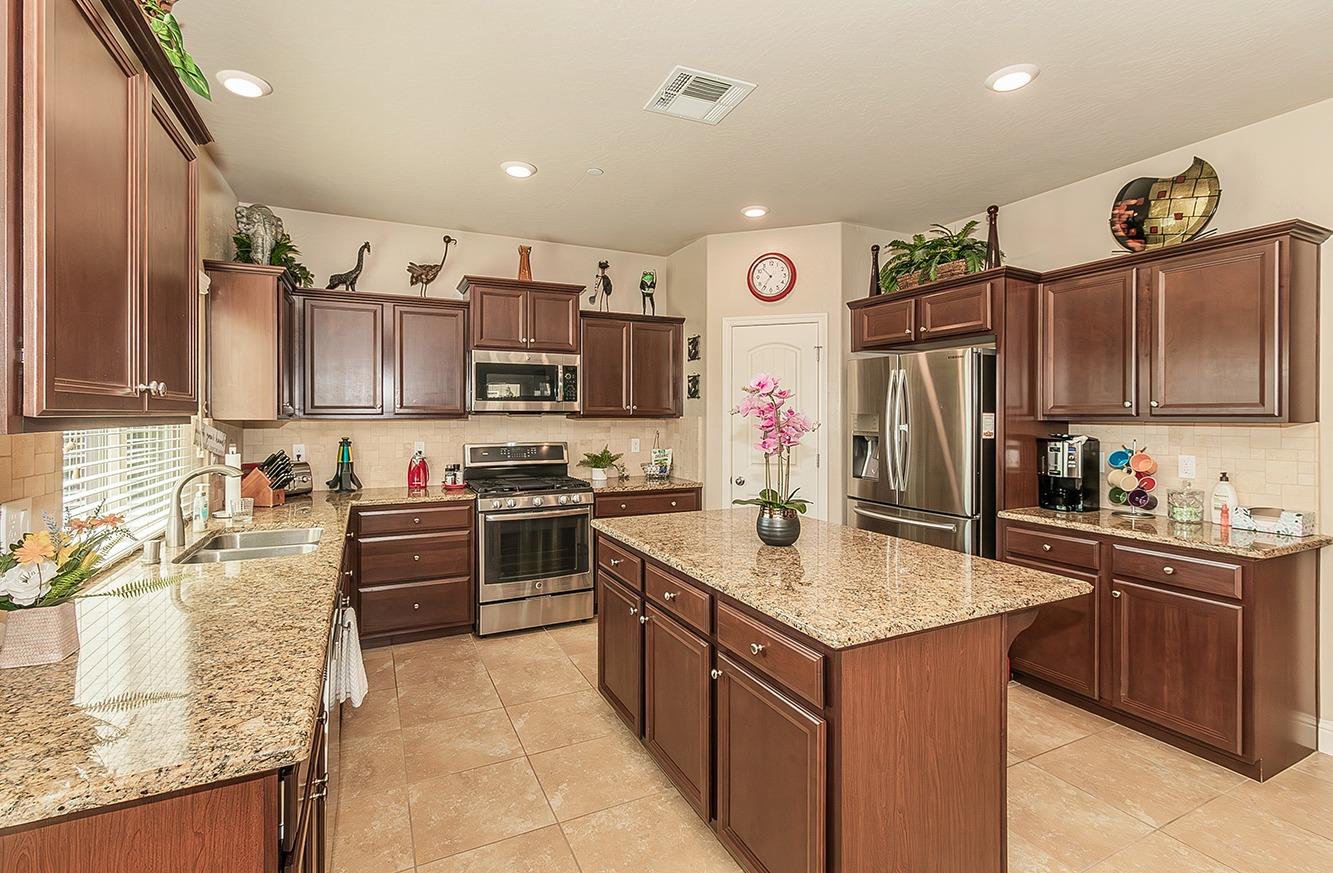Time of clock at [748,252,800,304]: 10:36
